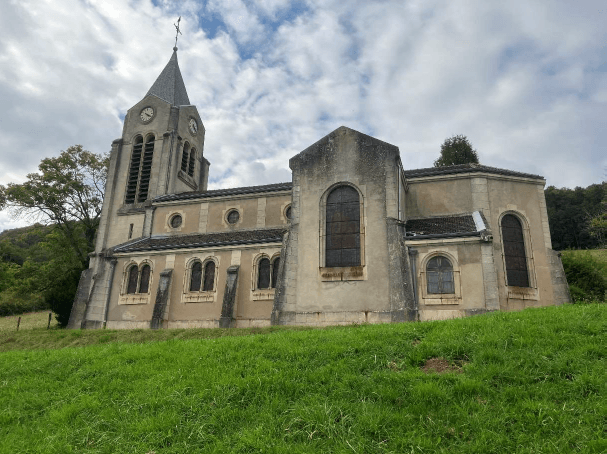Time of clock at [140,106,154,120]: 4:20
